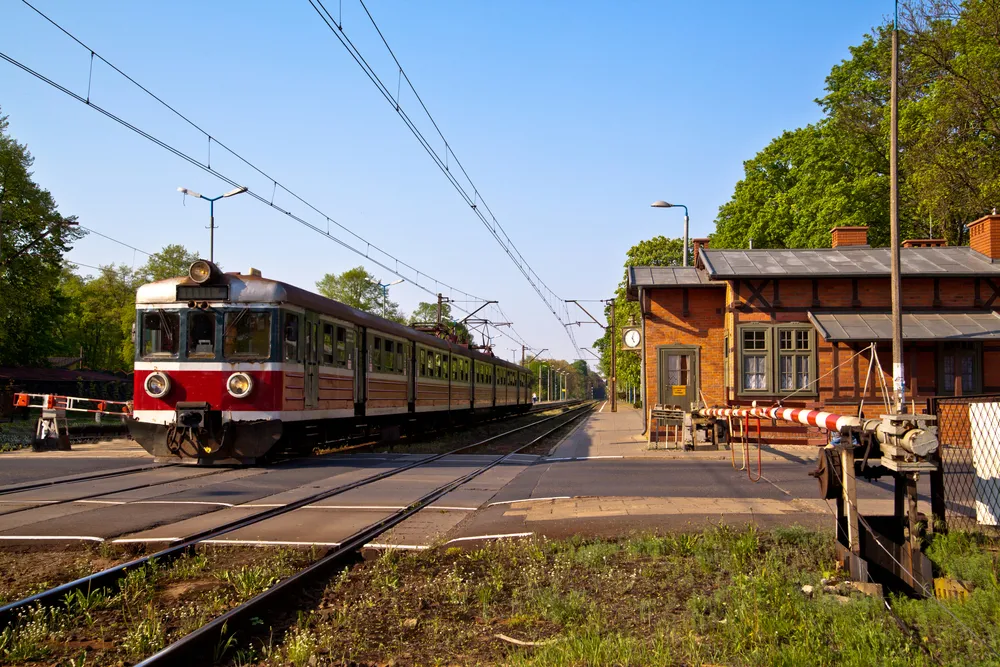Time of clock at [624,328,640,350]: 5:02
